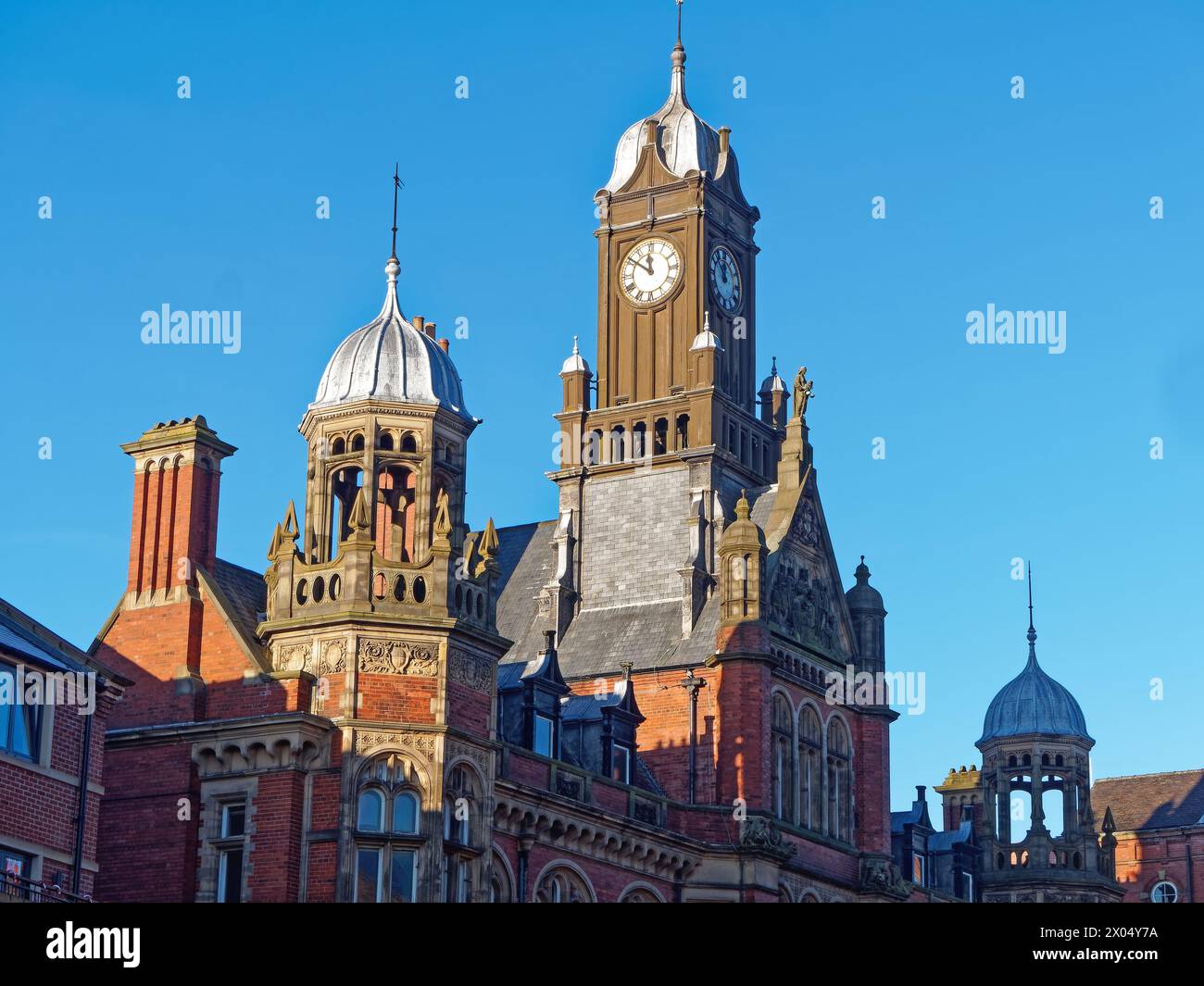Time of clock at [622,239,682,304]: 11:50
